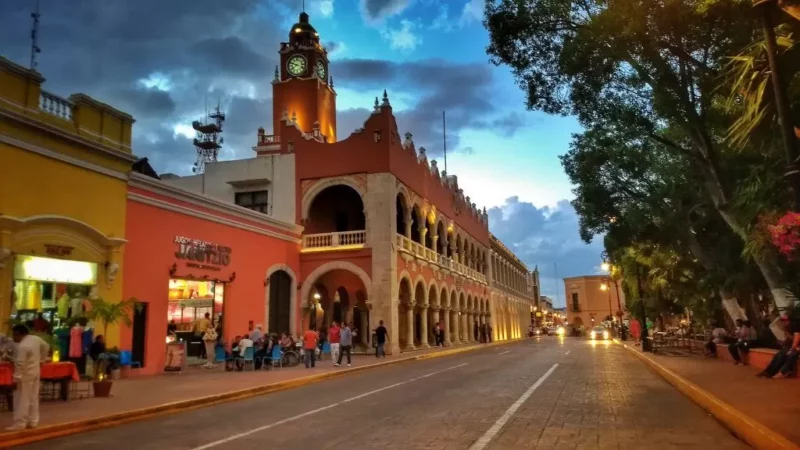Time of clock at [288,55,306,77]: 7:48
